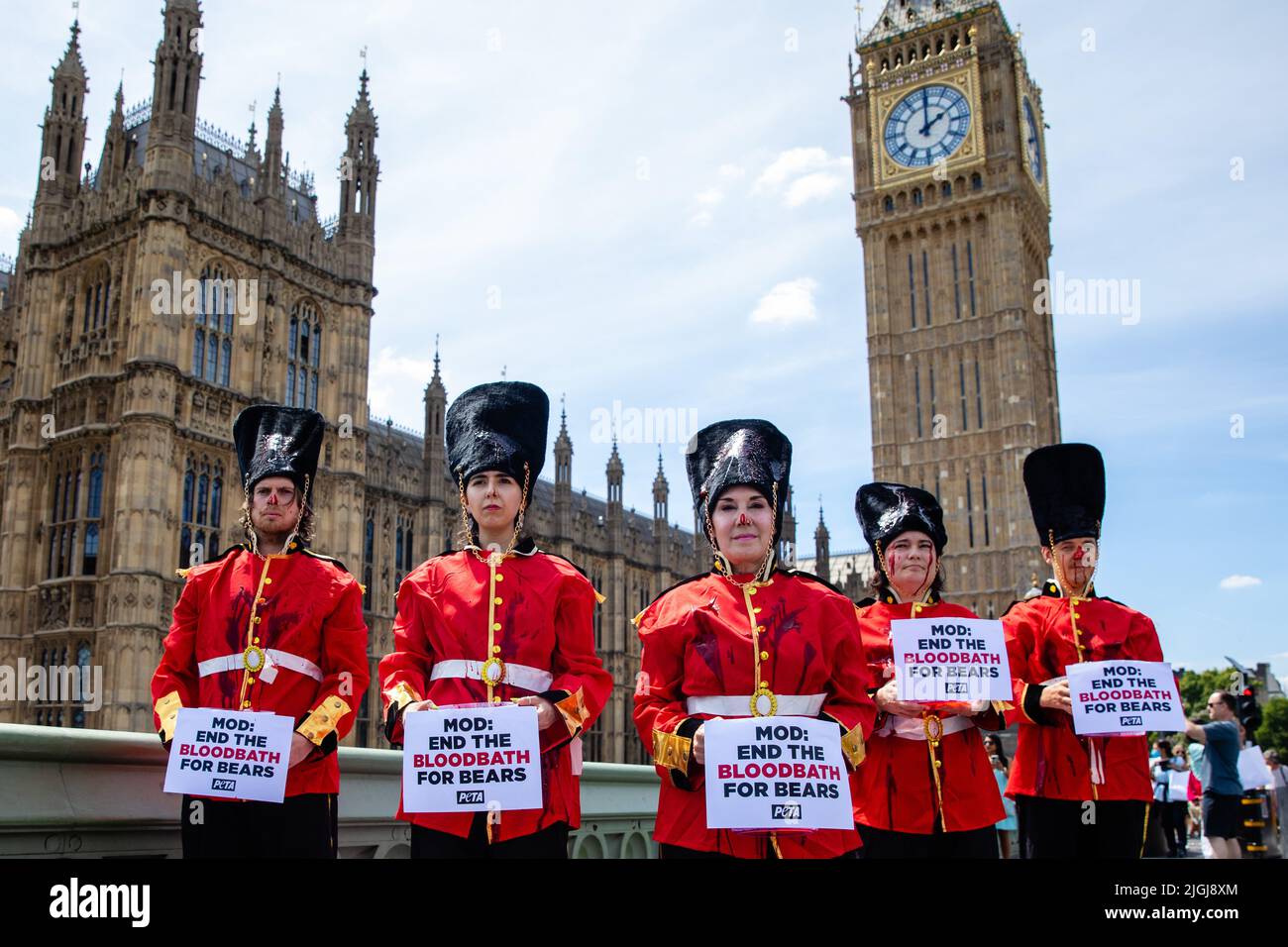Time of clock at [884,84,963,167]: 2:00
